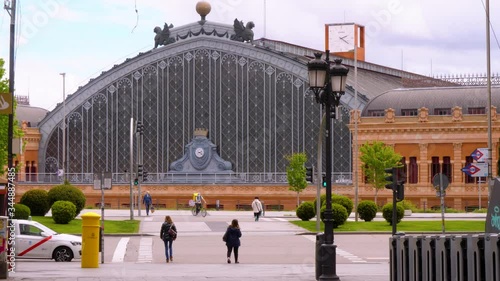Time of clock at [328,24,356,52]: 2:21
